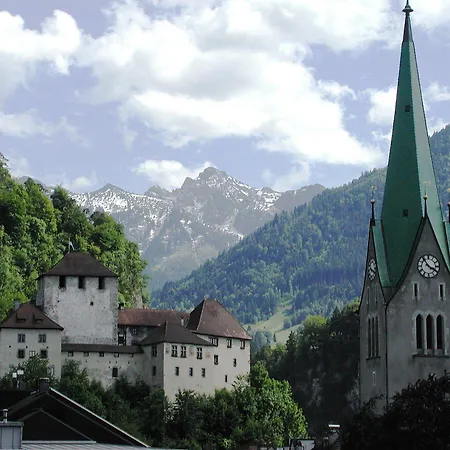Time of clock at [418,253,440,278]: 3:53
